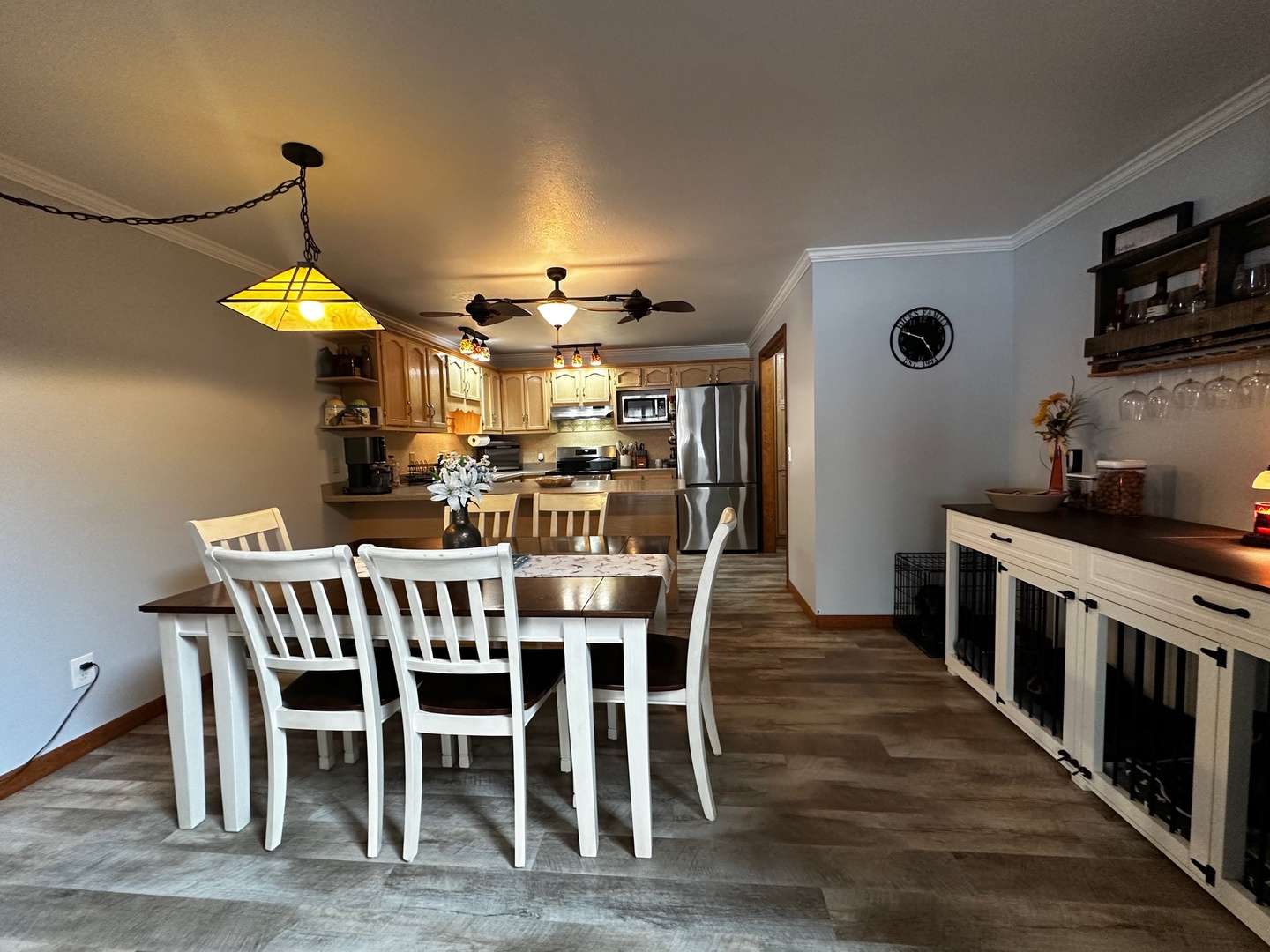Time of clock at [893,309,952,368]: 4:48
